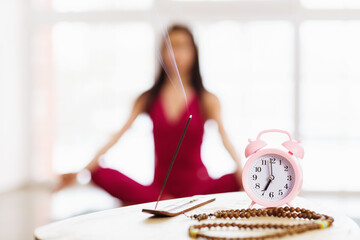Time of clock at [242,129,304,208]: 6:59
